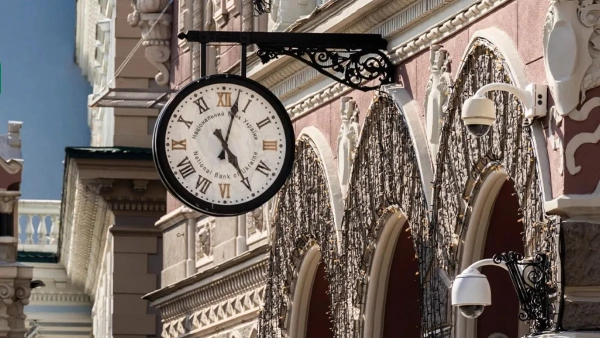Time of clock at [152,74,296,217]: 5:02
